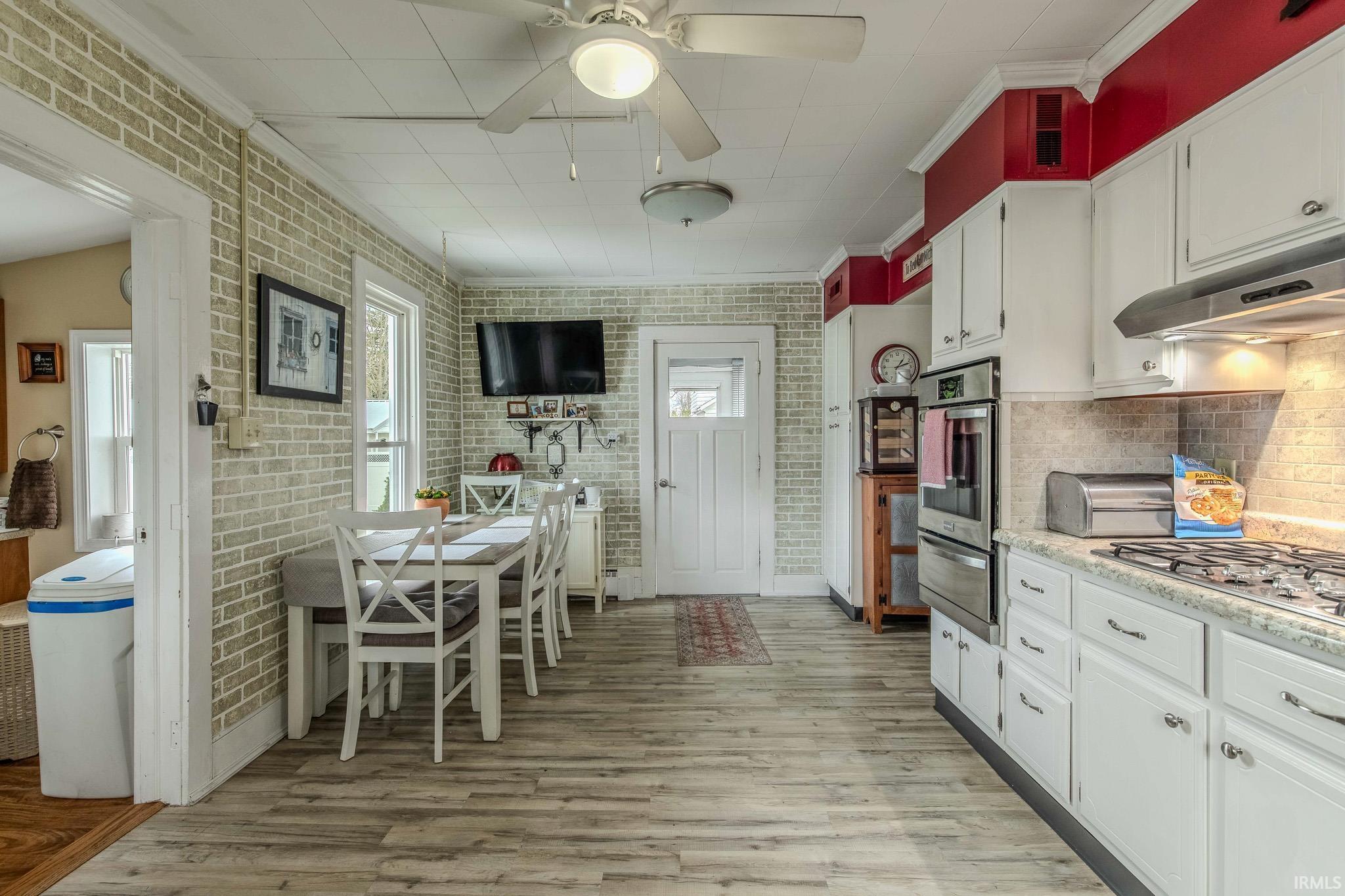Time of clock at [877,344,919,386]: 1:12
